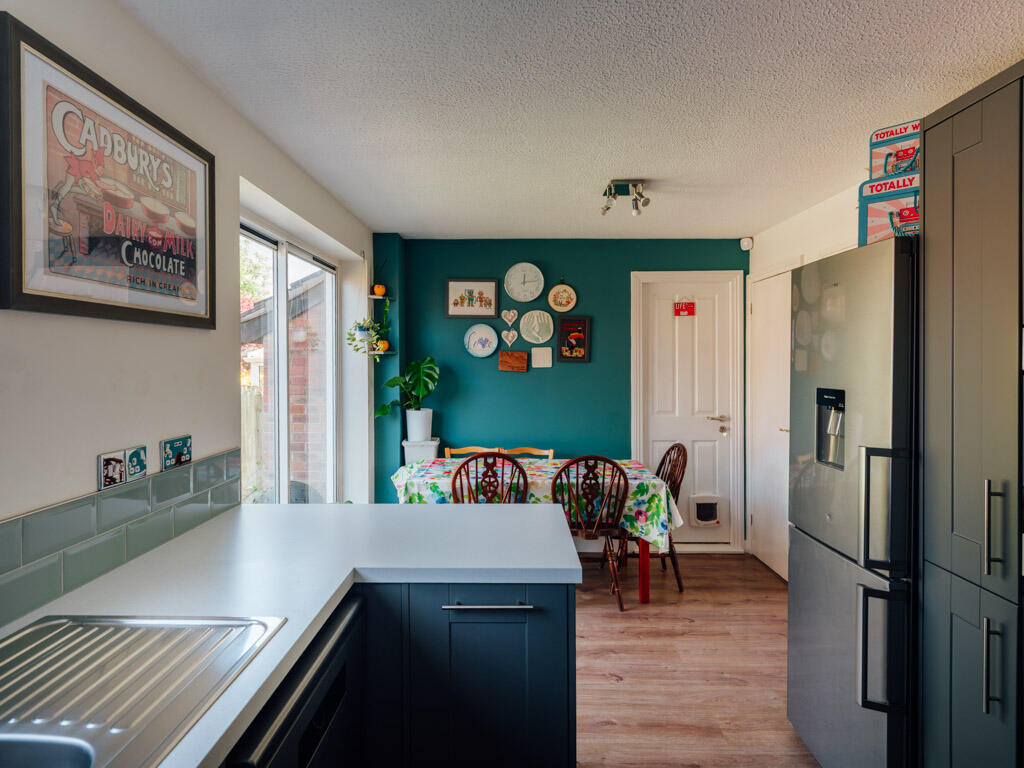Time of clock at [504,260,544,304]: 12:14
